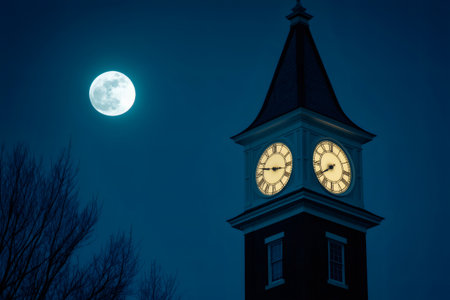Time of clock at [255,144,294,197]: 9:16
